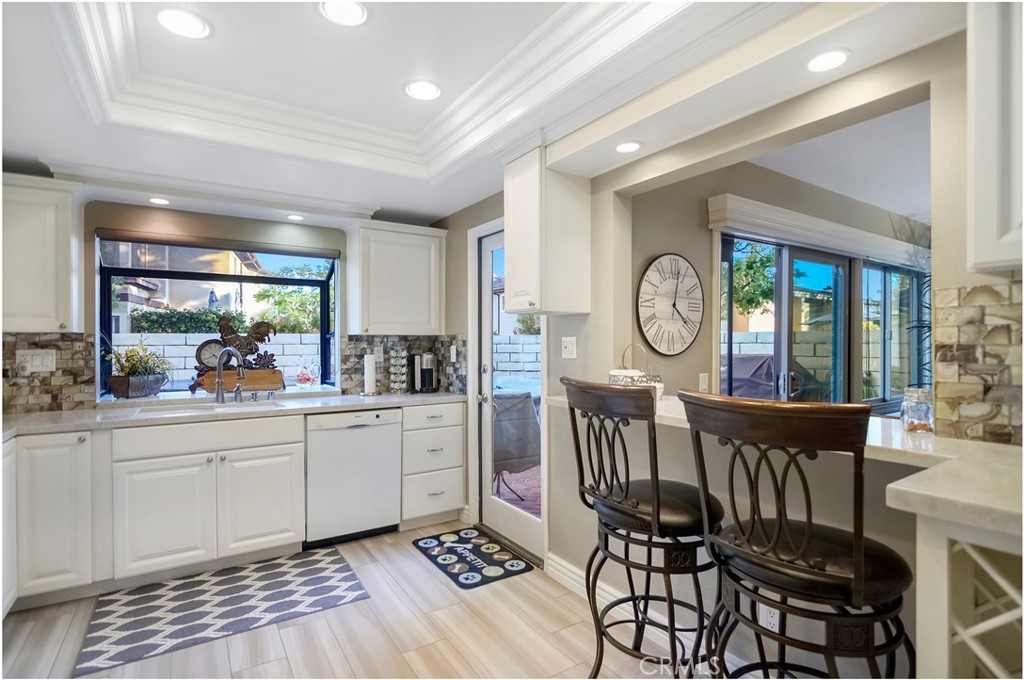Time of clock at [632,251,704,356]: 4:02
